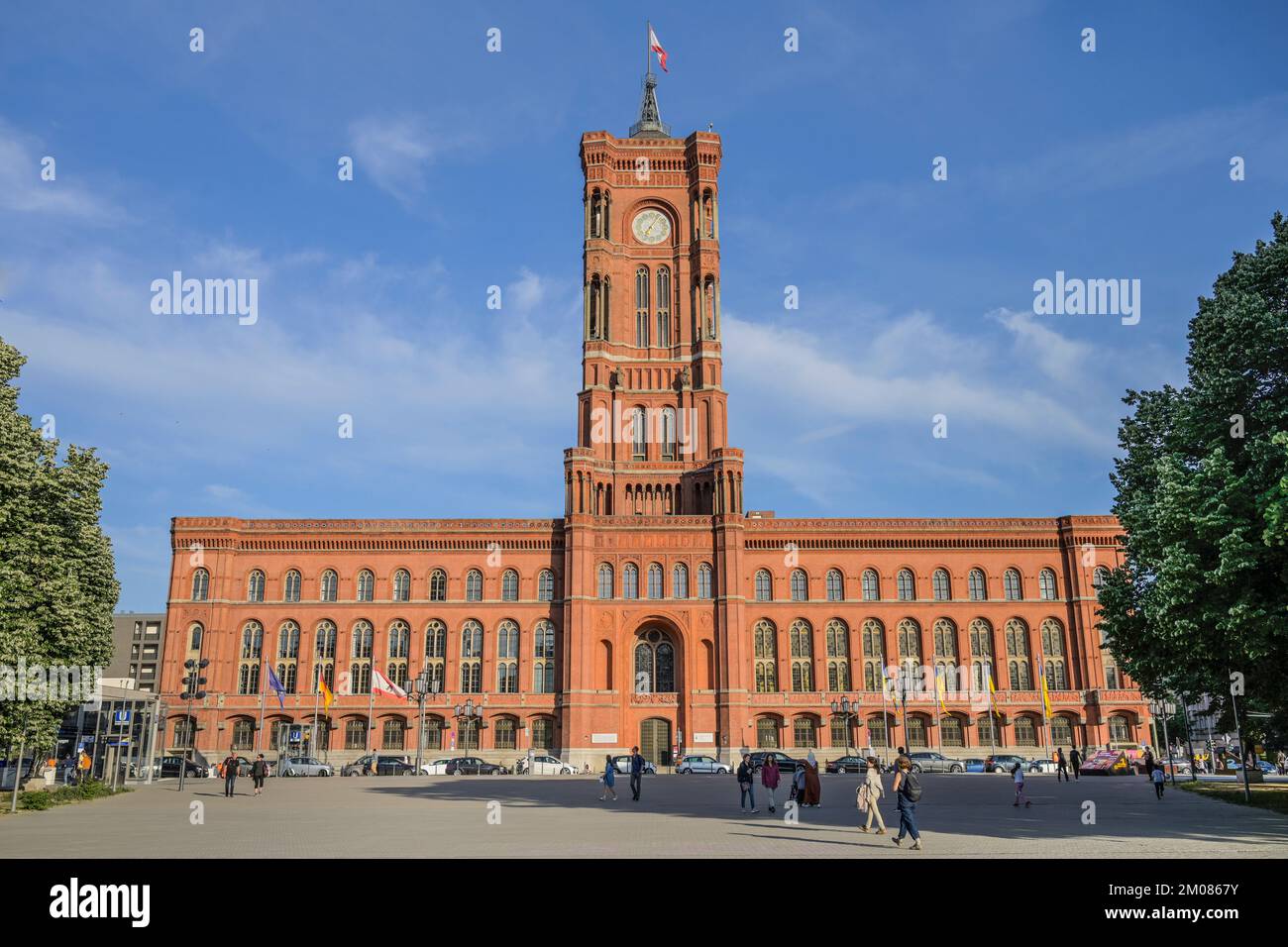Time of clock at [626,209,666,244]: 7:06
